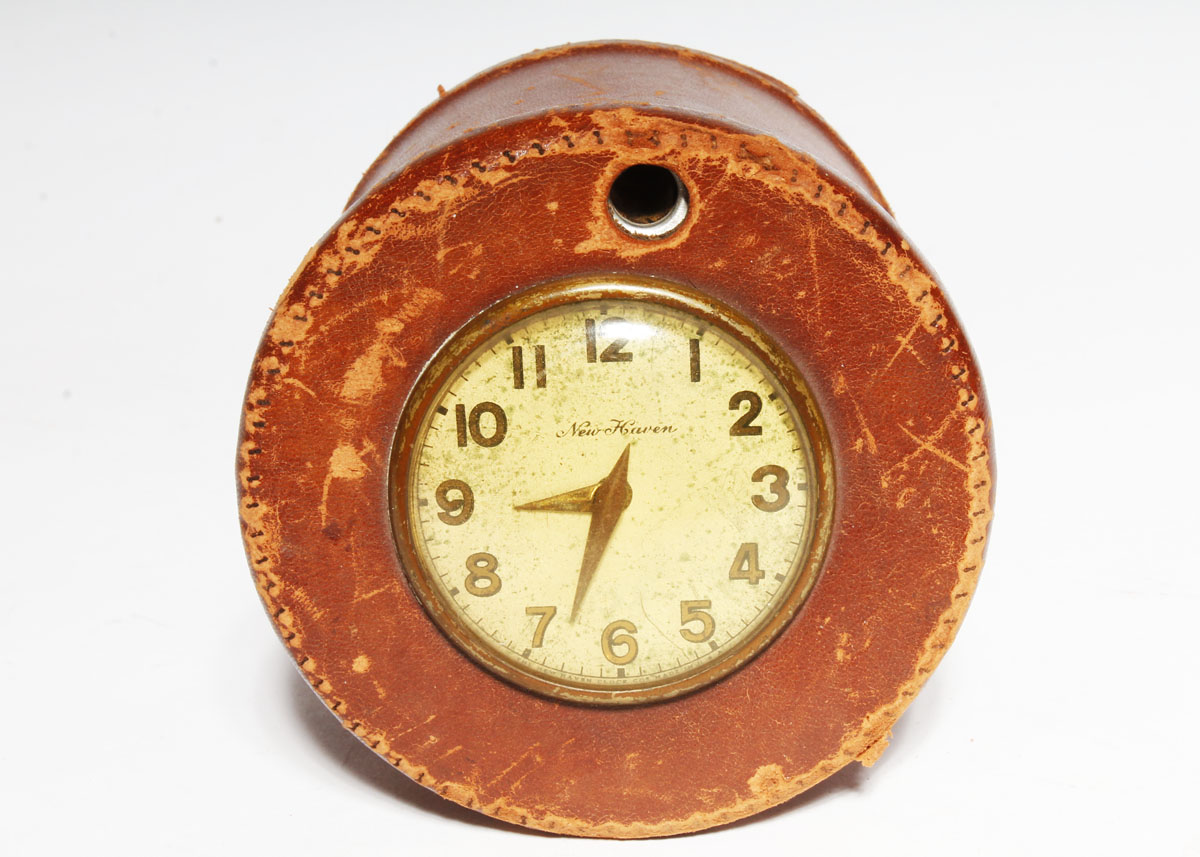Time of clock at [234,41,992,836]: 8:33
